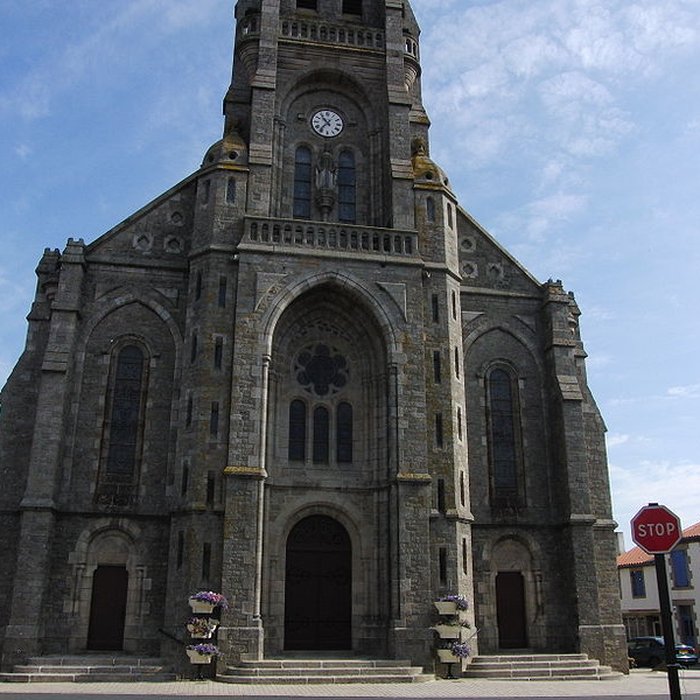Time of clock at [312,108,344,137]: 10:36
